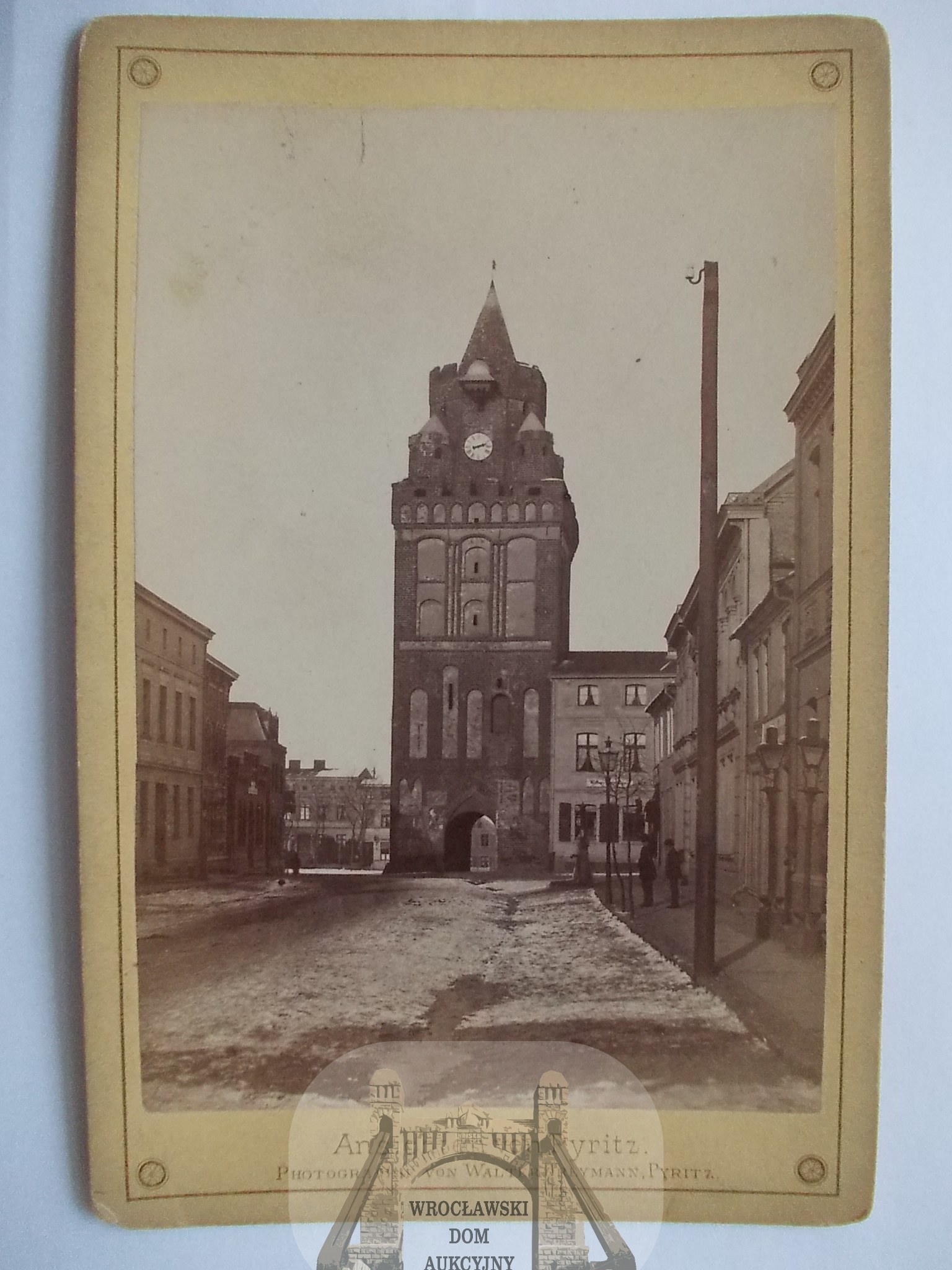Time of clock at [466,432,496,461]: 2:12
